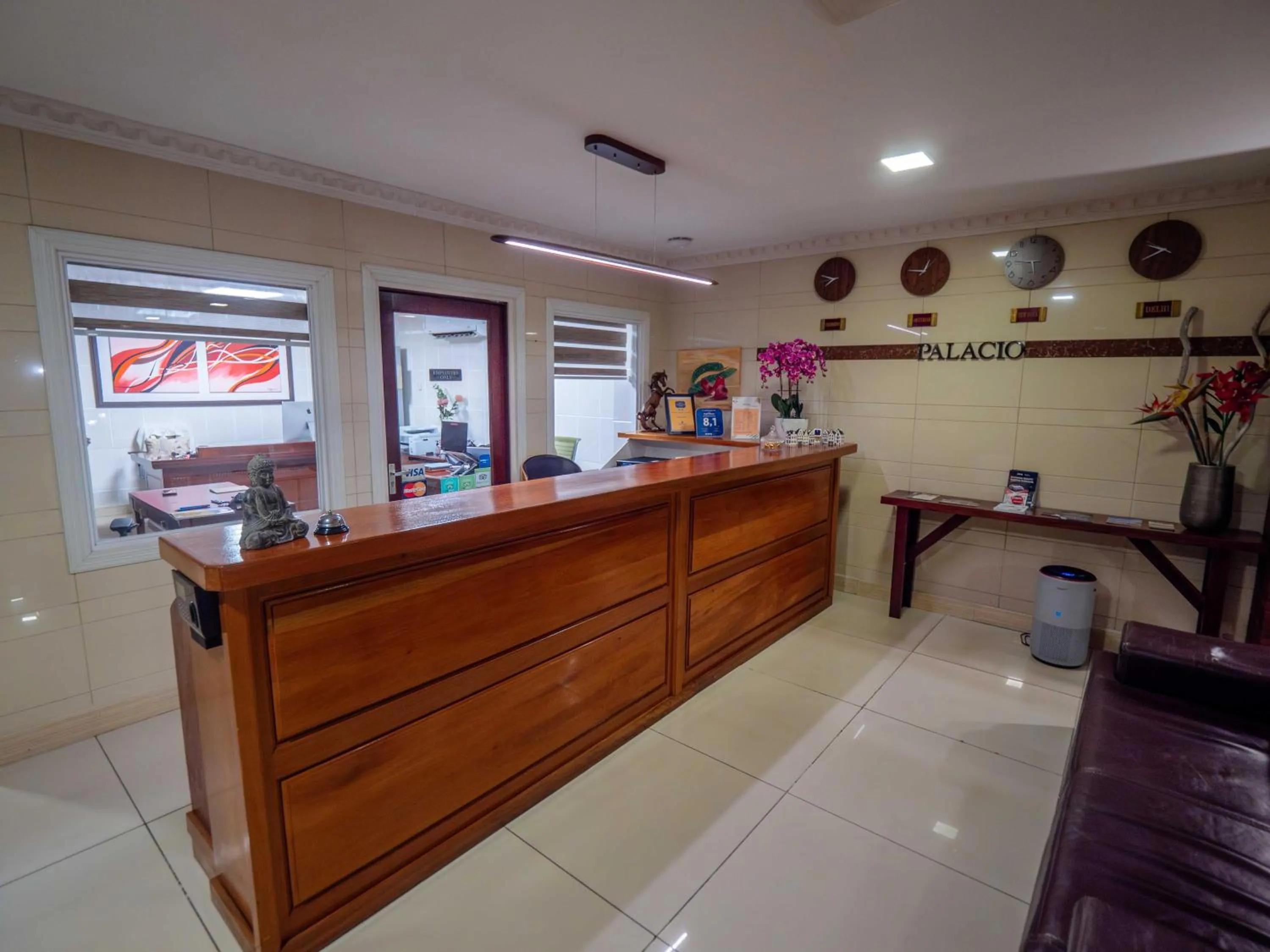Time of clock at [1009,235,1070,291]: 5:46
